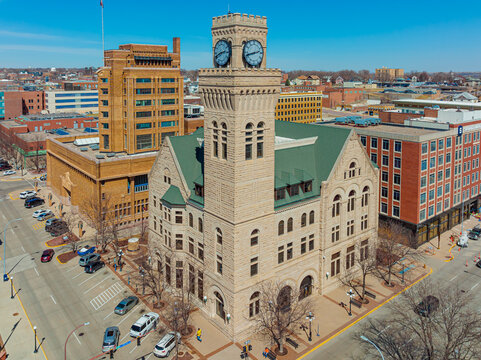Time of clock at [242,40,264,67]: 2:42
